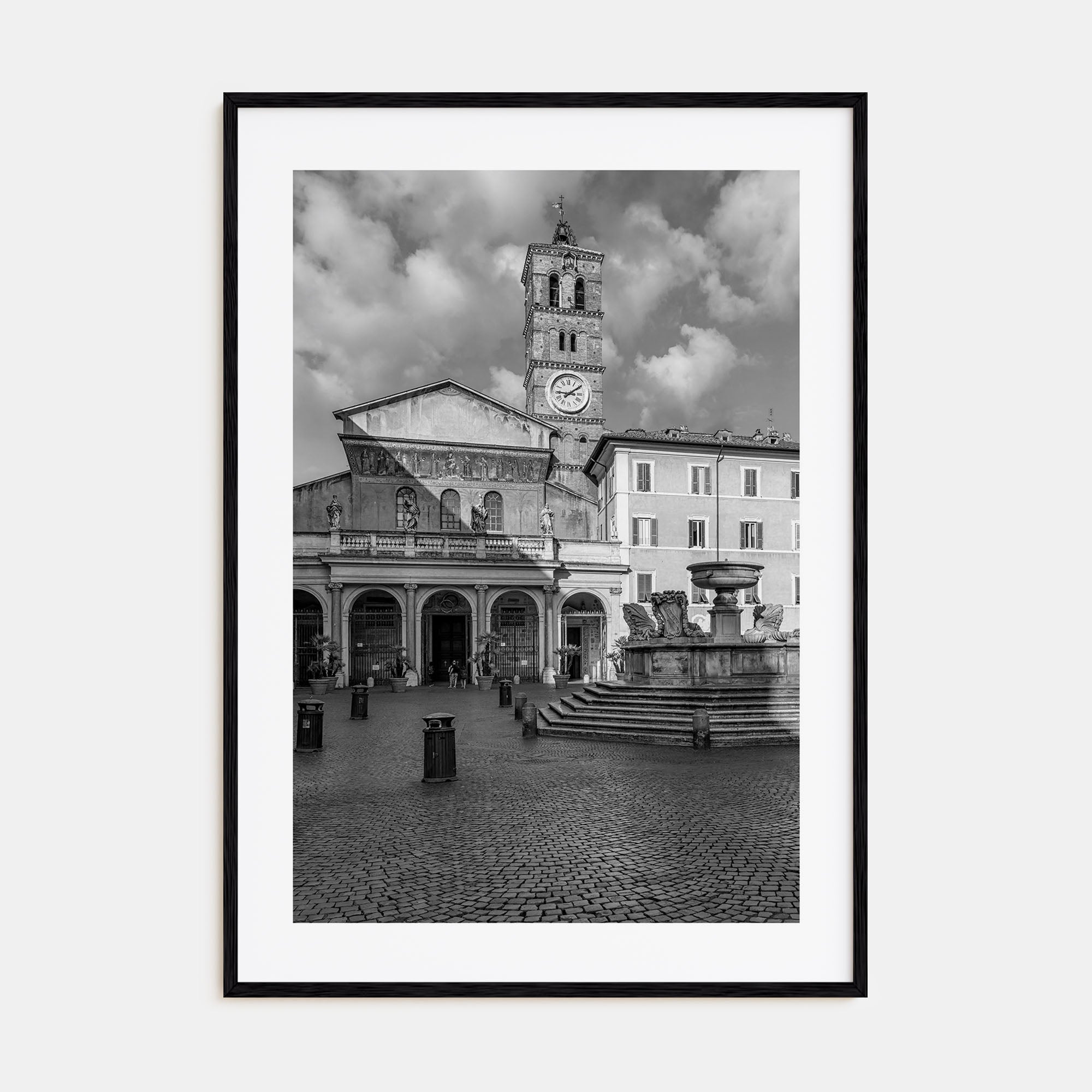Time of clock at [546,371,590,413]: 9:09
